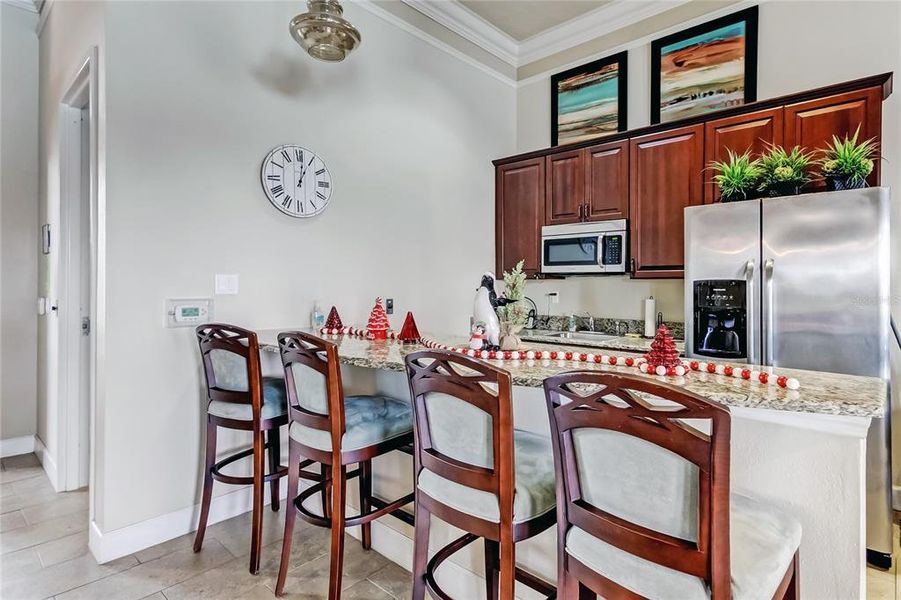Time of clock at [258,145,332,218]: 1:01
